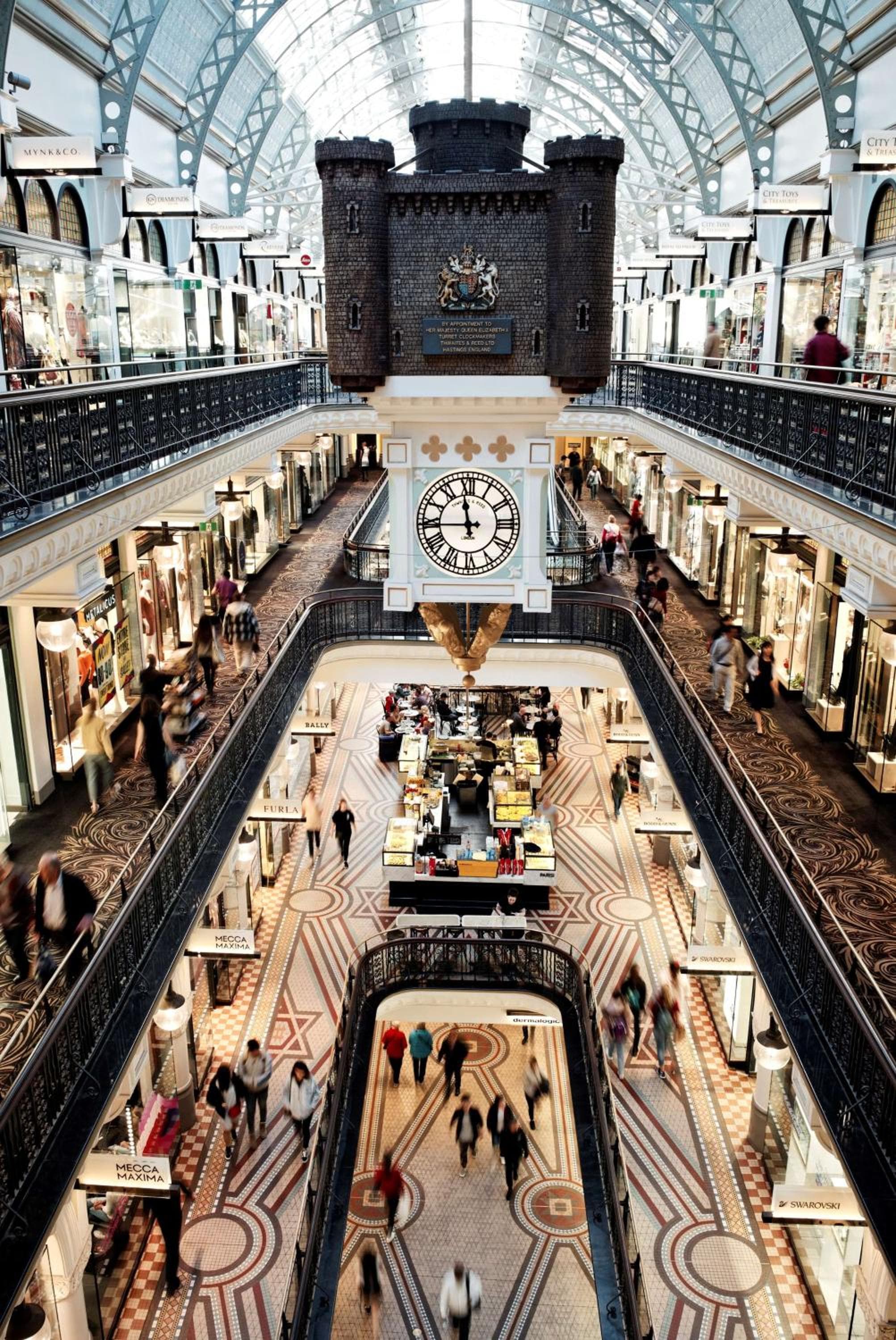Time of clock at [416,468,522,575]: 11:44
